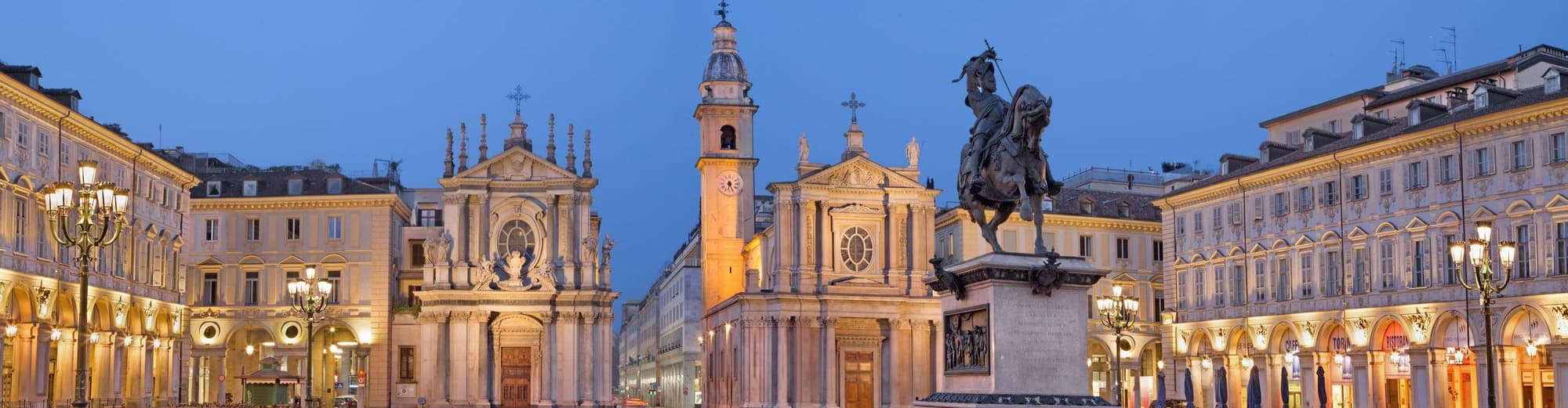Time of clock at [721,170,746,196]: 6:26
